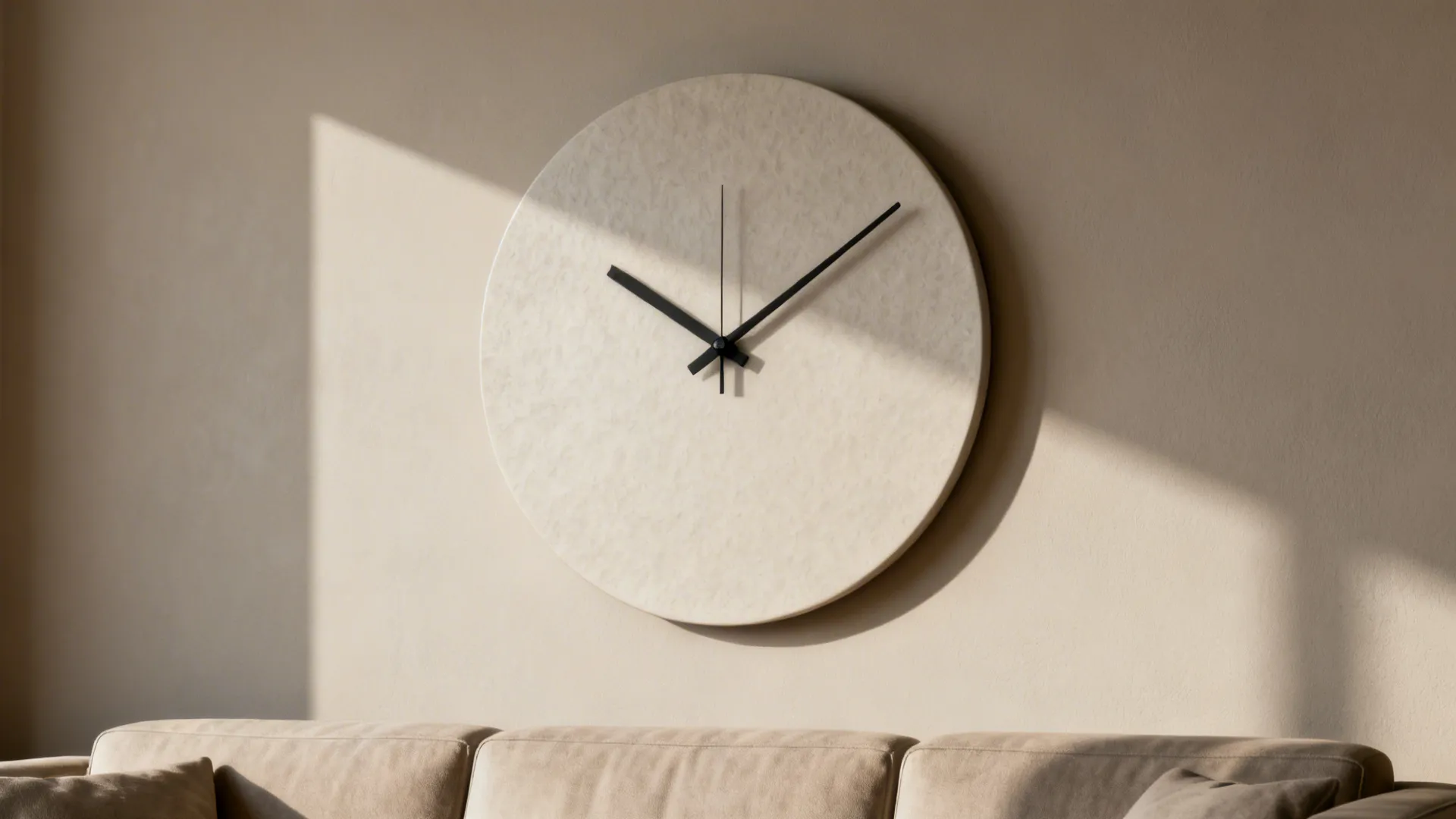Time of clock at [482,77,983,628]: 10:08
